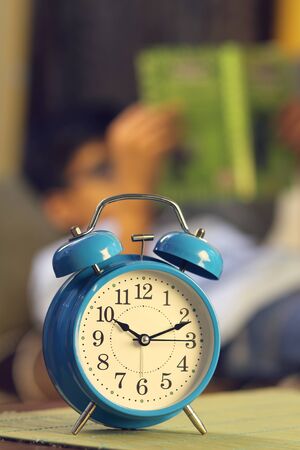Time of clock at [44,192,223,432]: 10:11
